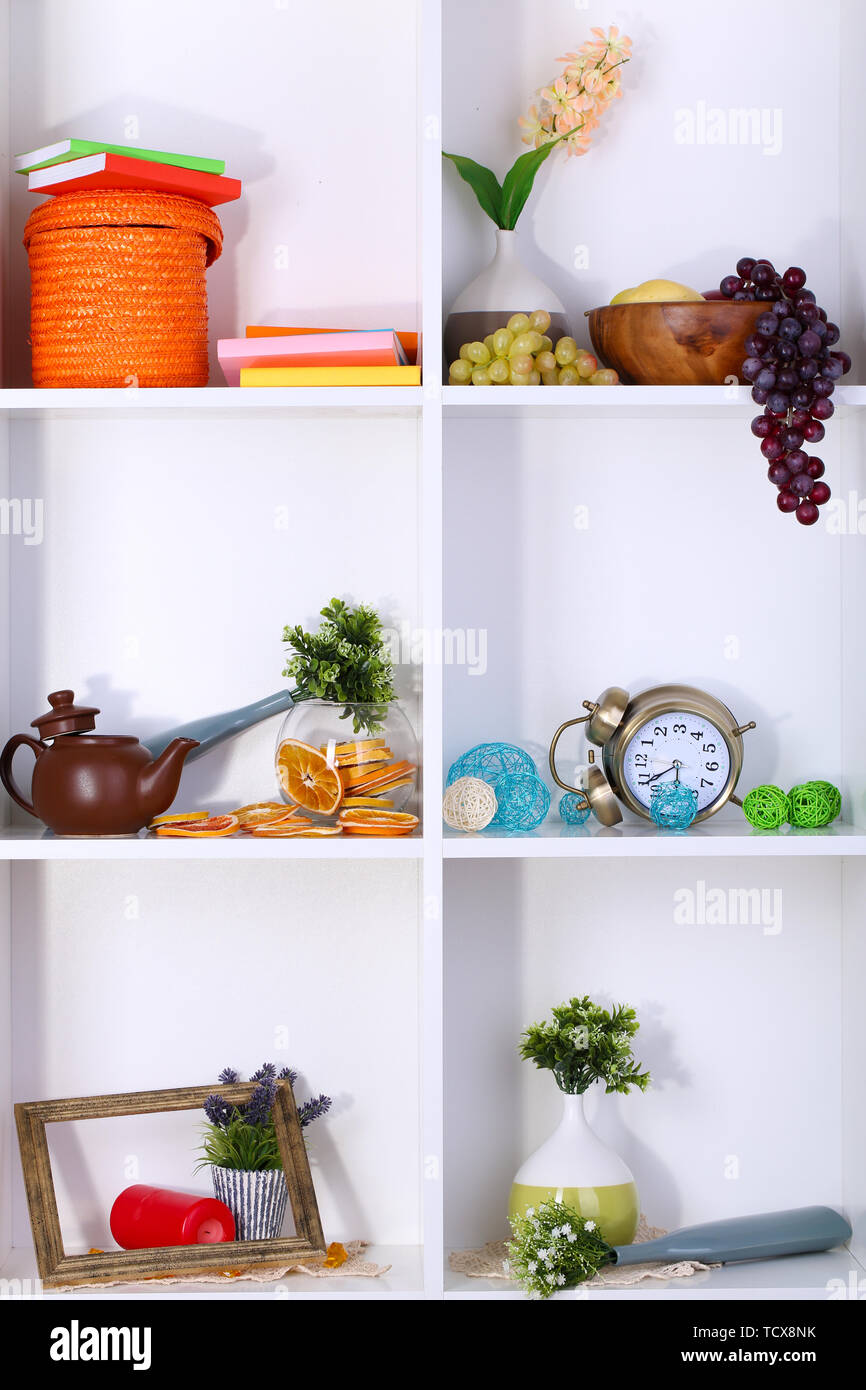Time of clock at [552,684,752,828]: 5:39
